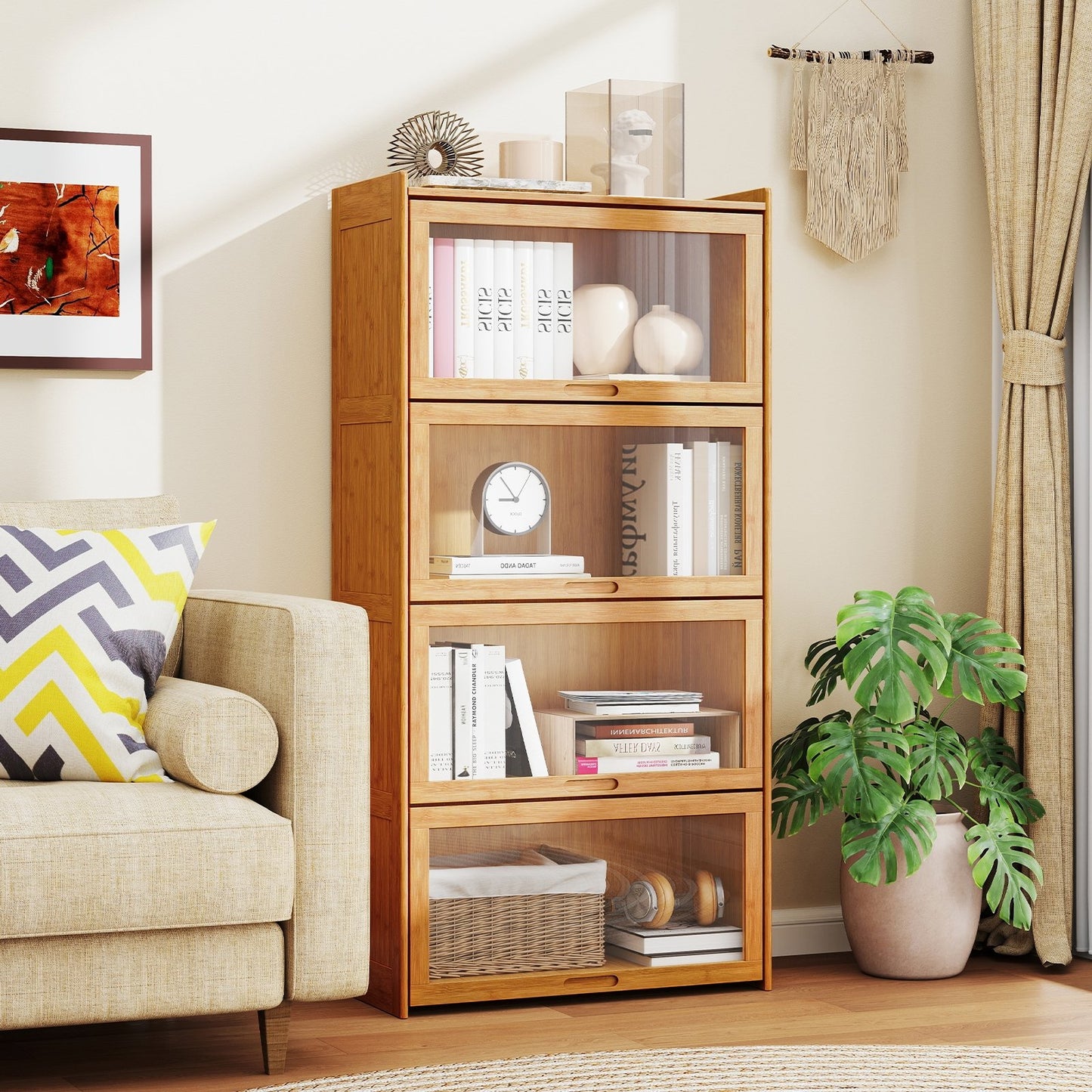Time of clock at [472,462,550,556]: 8:54
